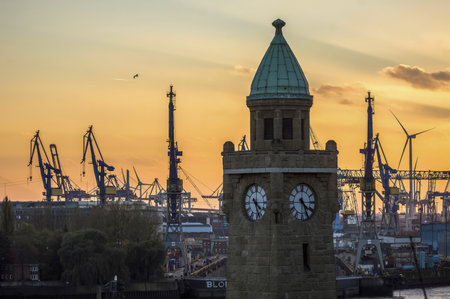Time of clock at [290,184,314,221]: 4:26
